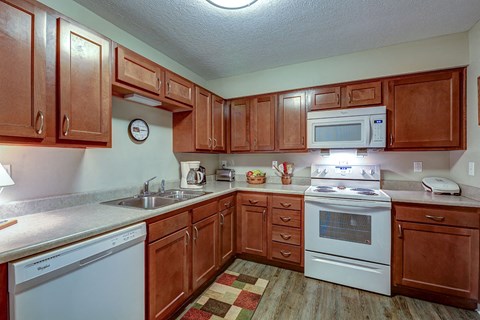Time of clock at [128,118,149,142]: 9:14
